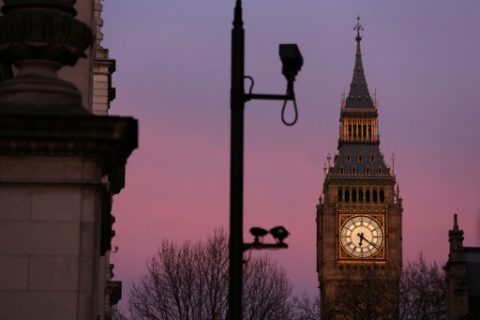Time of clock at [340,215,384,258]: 6:21
